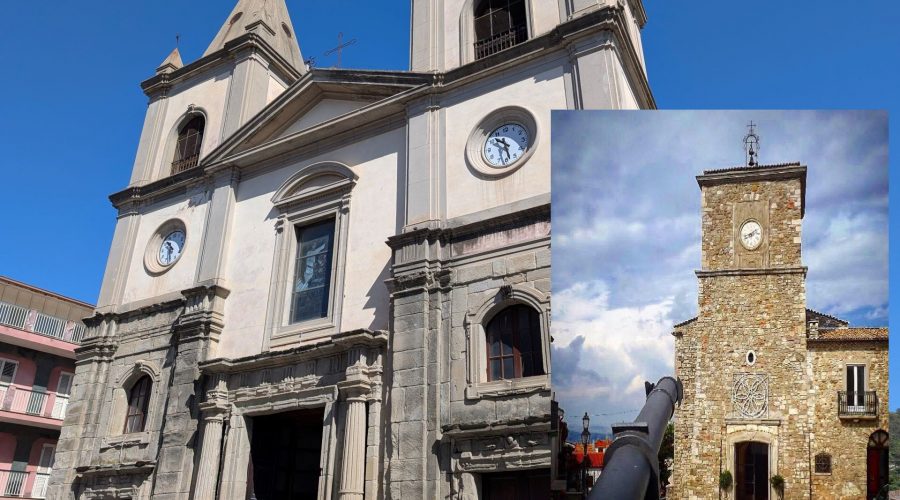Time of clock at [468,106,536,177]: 10:28
